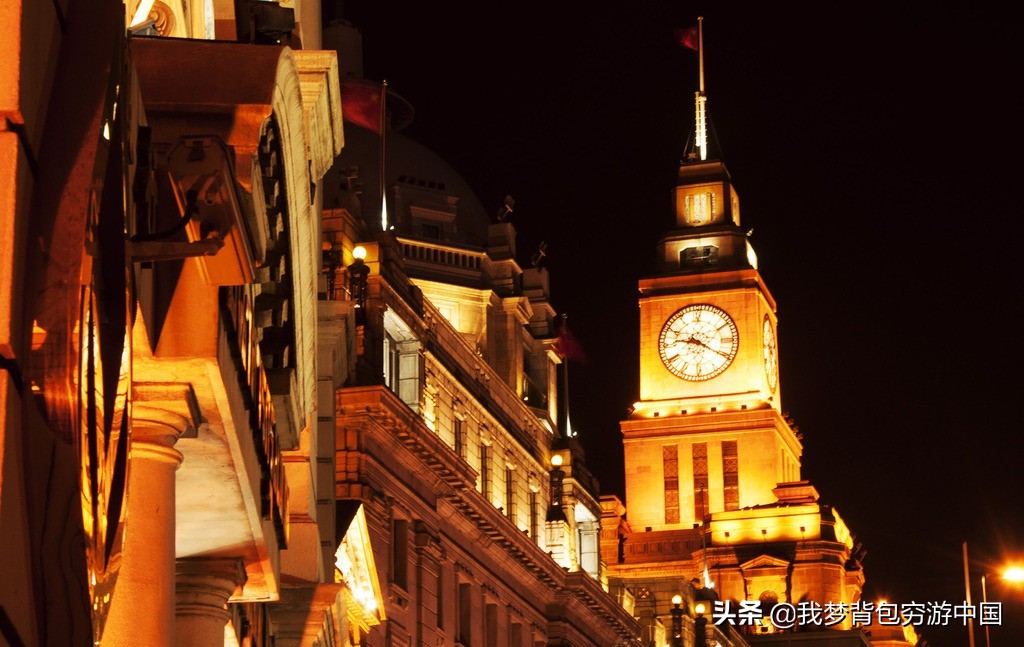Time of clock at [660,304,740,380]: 9:20
